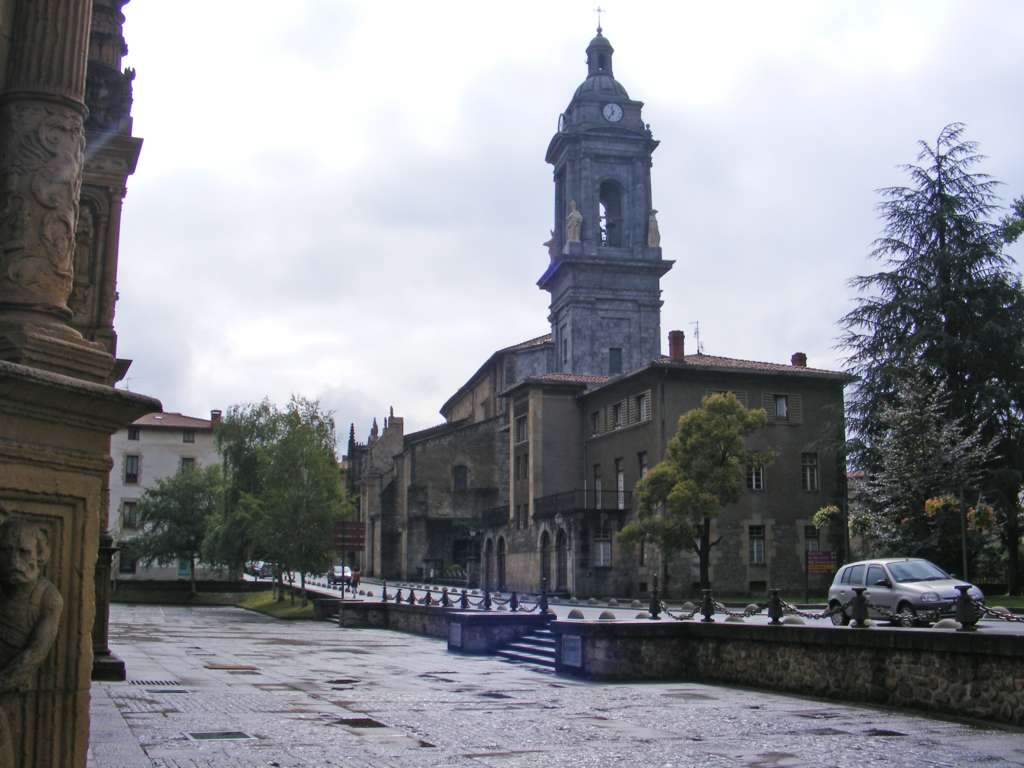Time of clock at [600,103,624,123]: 11:36
